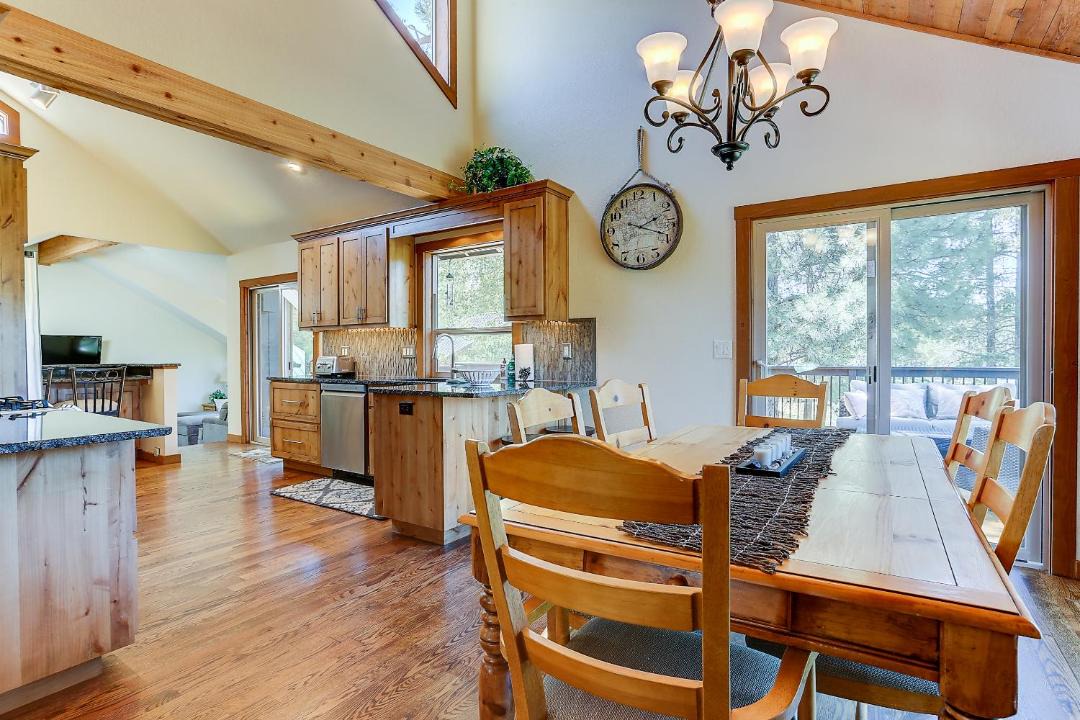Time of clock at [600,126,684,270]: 2:18
